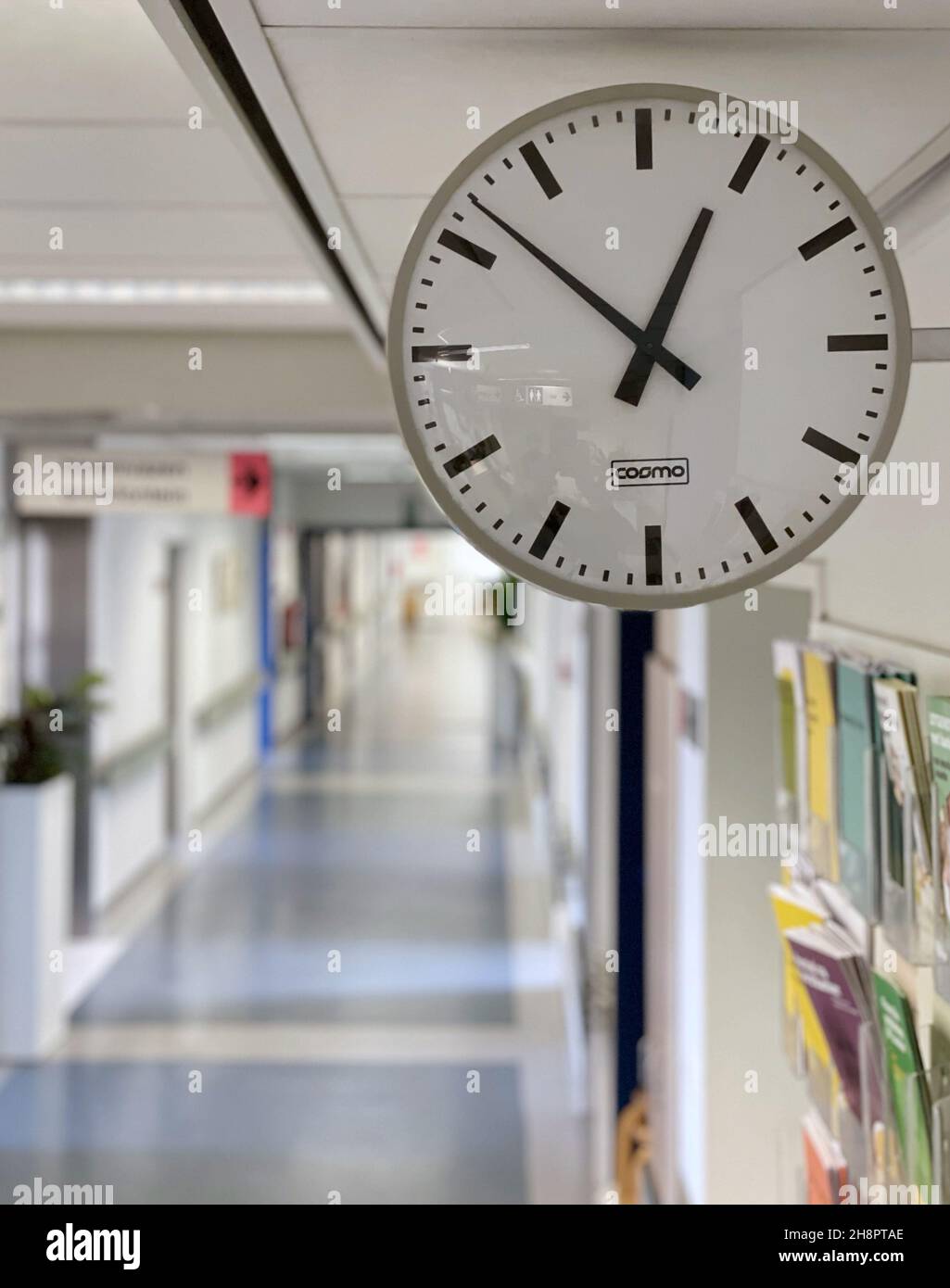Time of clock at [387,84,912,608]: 12:52
